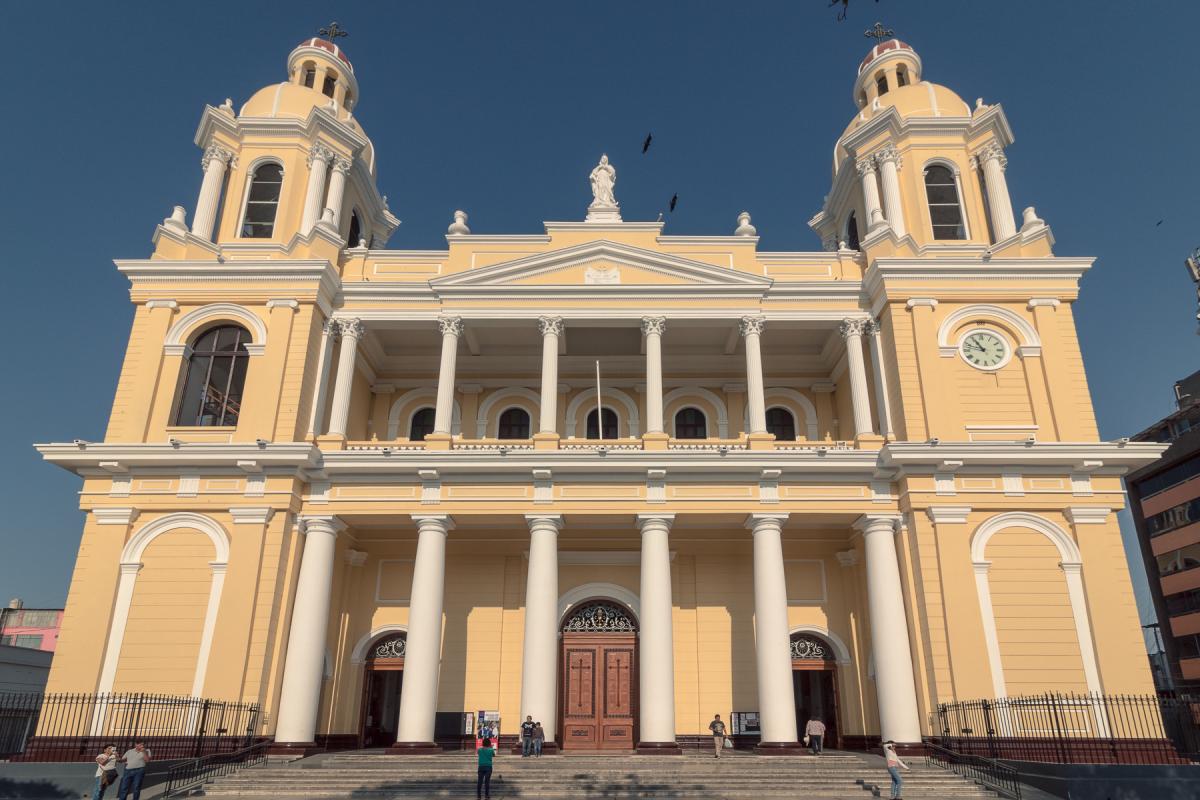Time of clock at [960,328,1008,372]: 10:47
